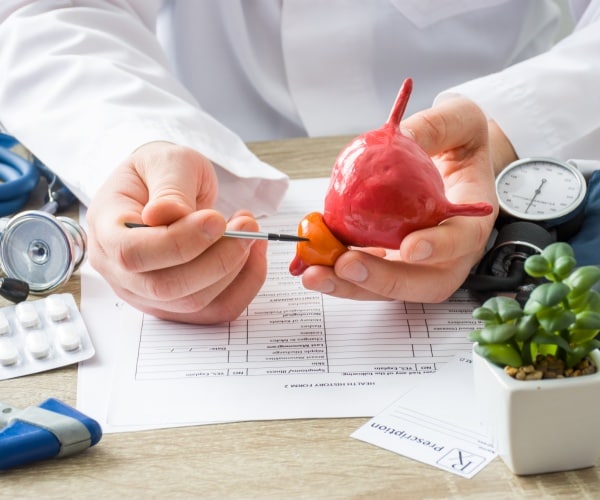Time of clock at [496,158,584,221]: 12:33
